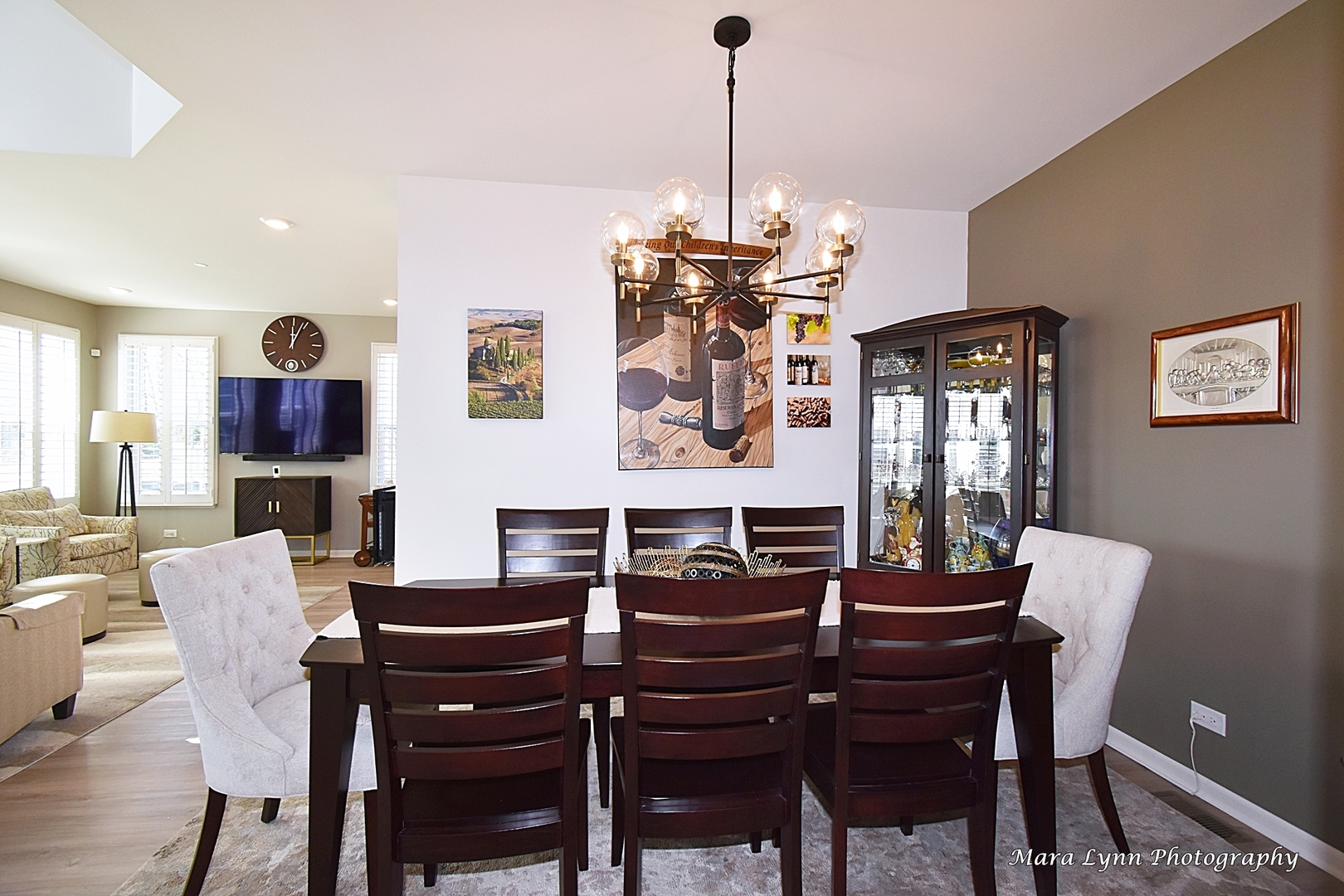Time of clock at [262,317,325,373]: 12:03
